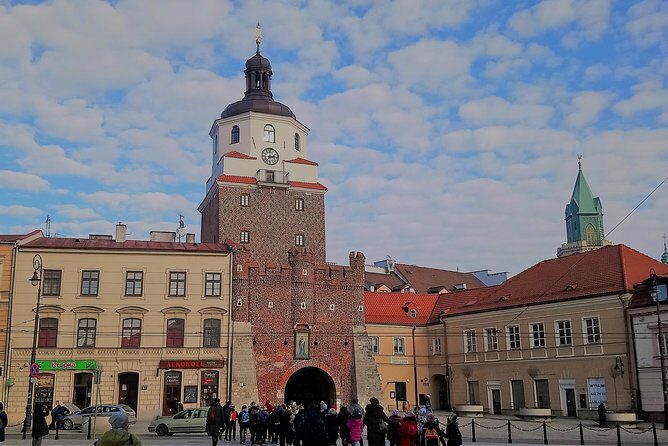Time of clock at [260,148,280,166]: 2:36
